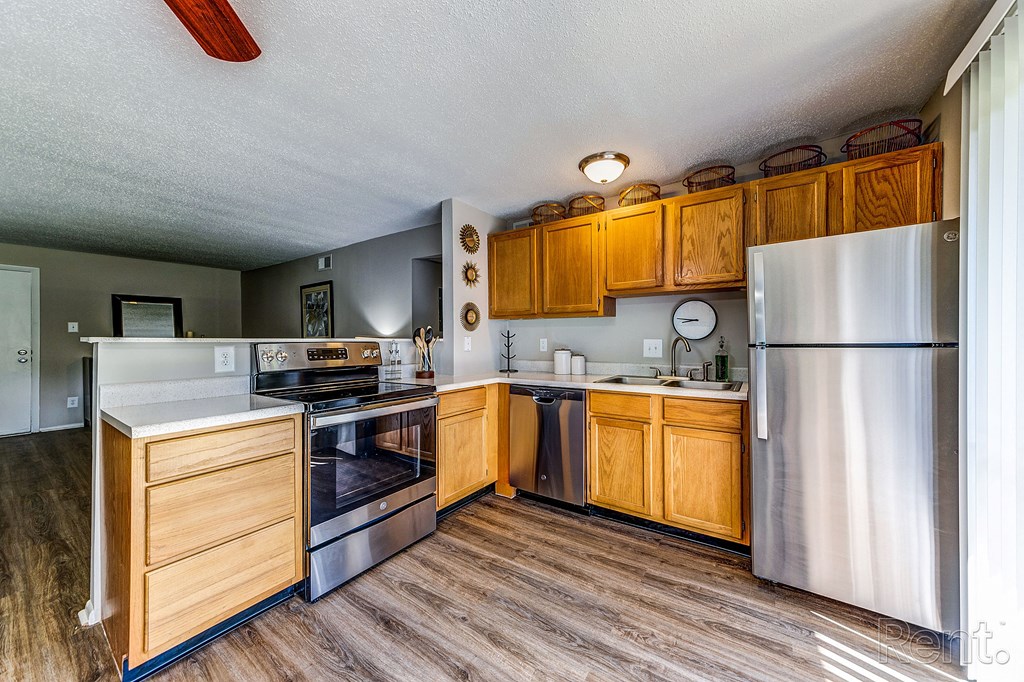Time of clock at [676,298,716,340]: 8:46
